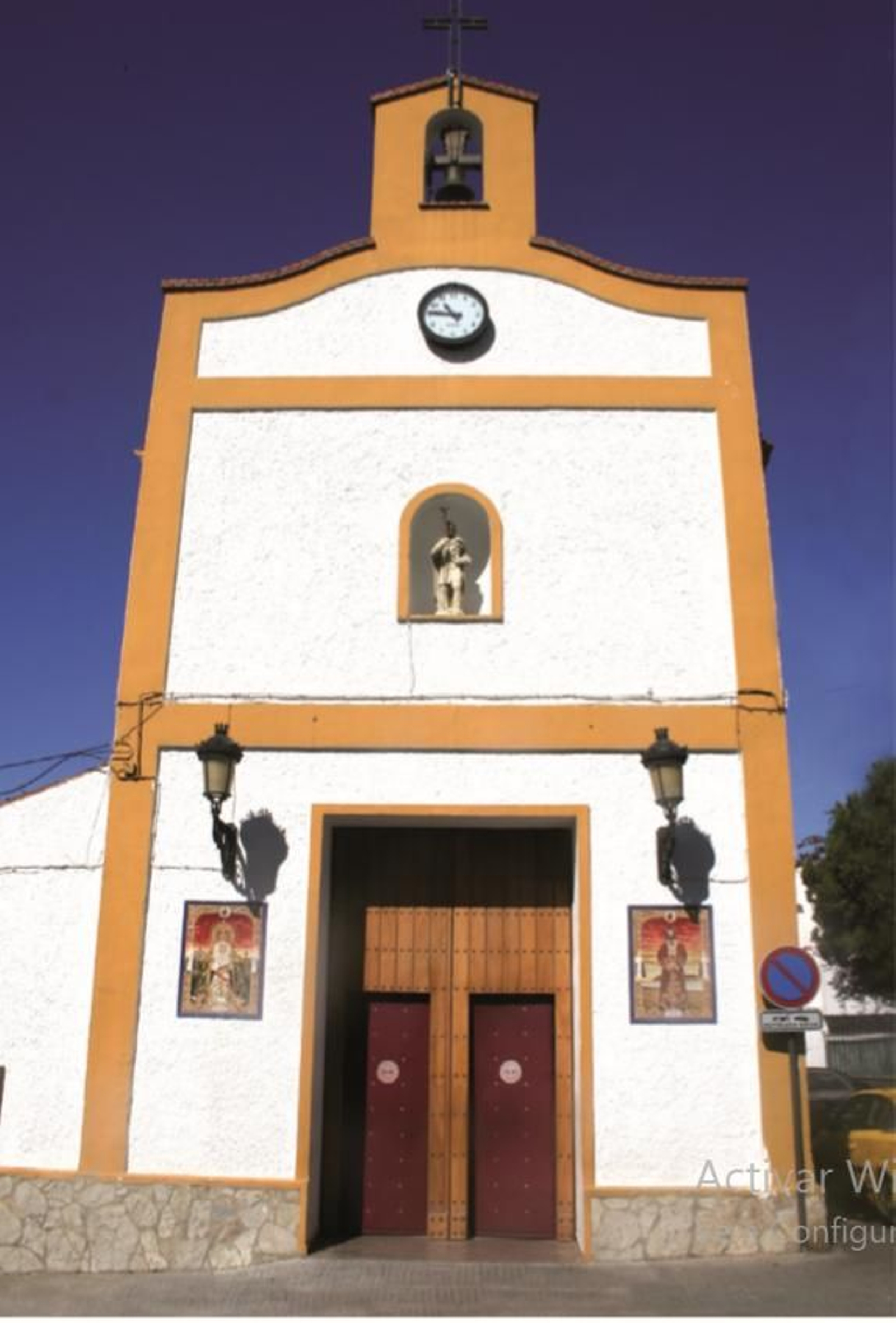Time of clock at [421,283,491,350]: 10:46
